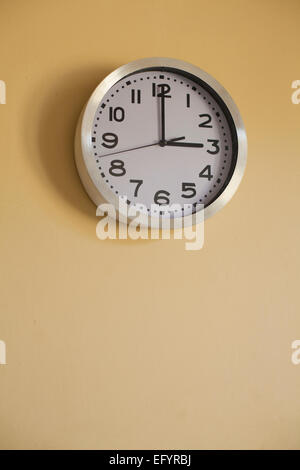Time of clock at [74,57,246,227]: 2:59
